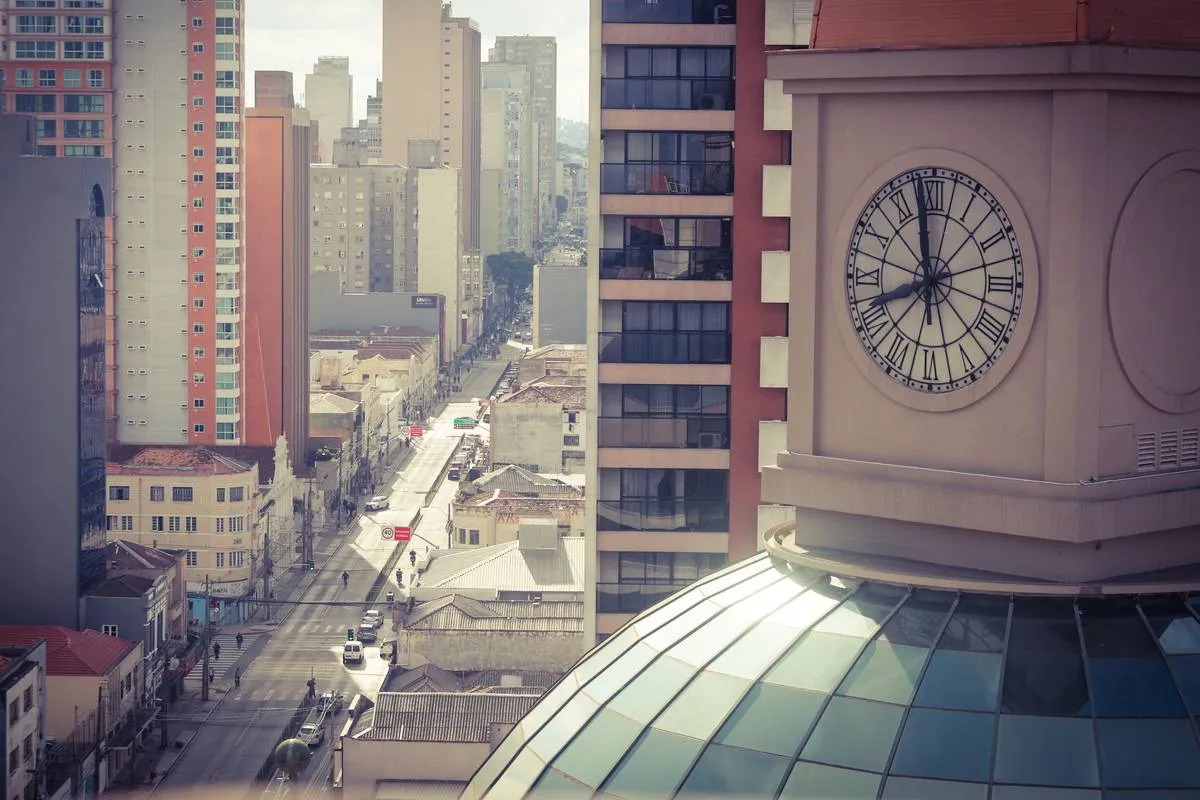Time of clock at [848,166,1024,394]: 11:41
